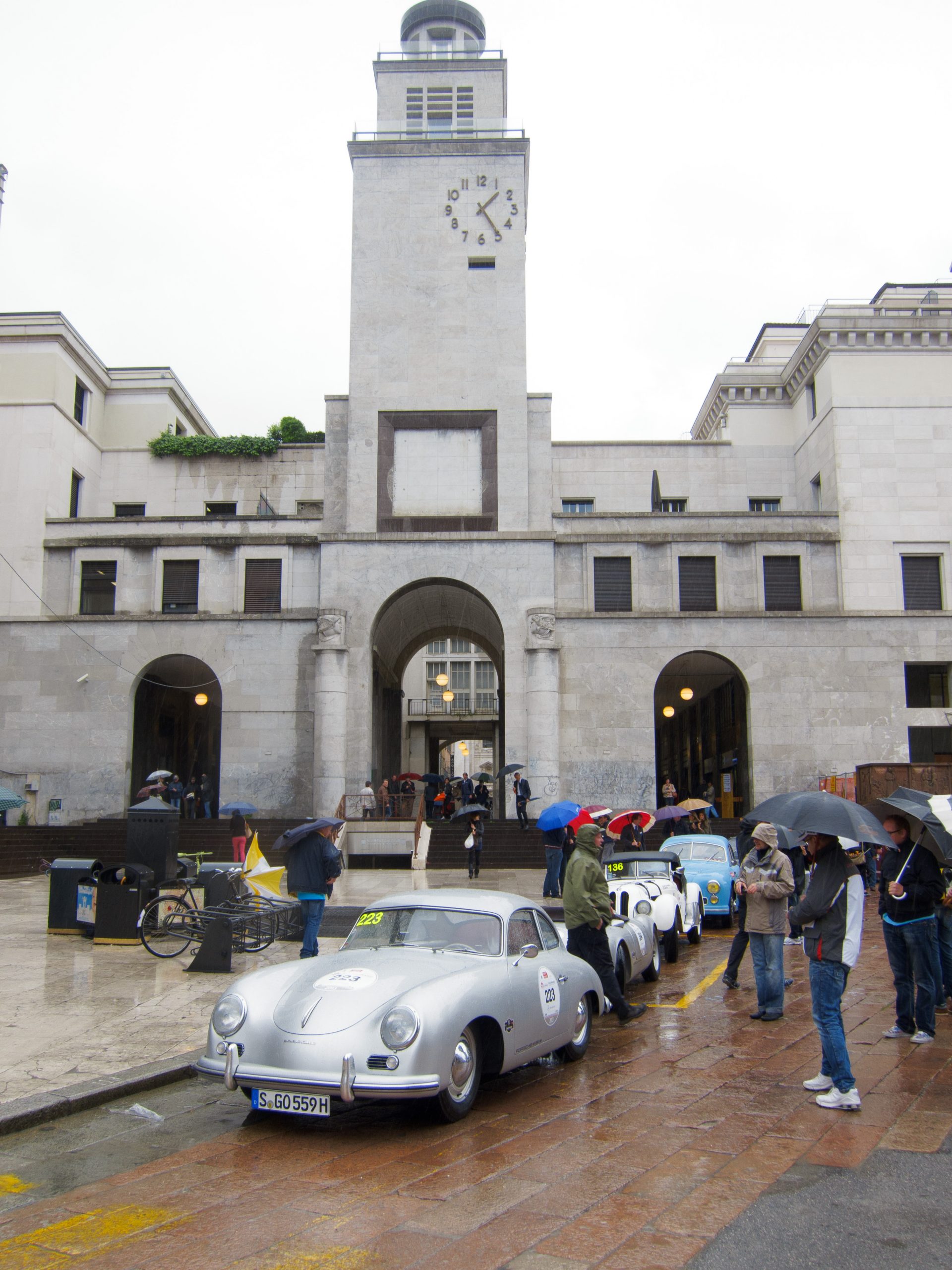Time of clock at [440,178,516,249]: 1:24
